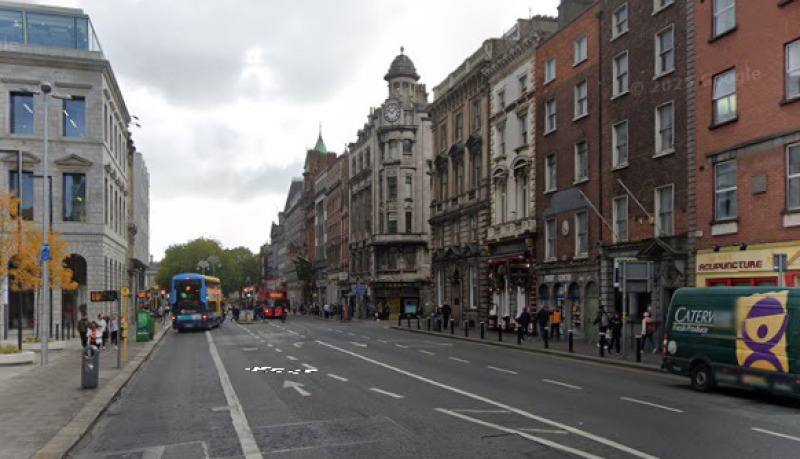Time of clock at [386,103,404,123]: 10:07
